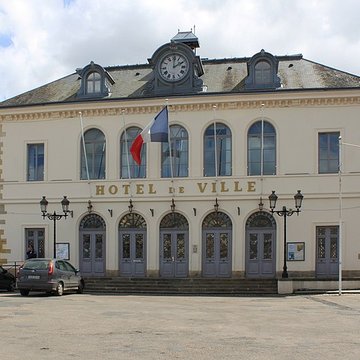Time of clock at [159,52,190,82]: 2:00
